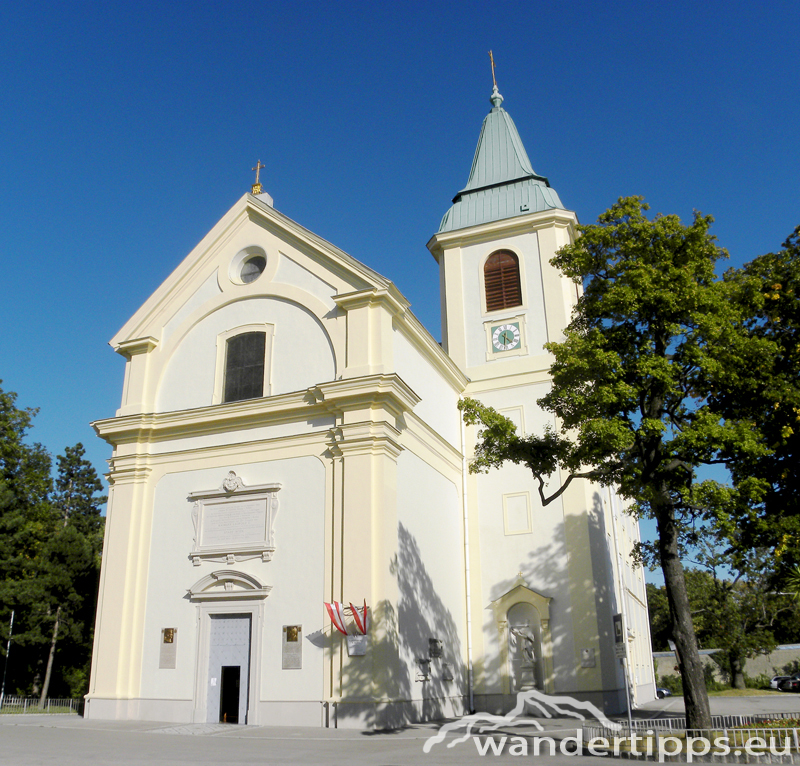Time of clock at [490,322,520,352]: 4:31
